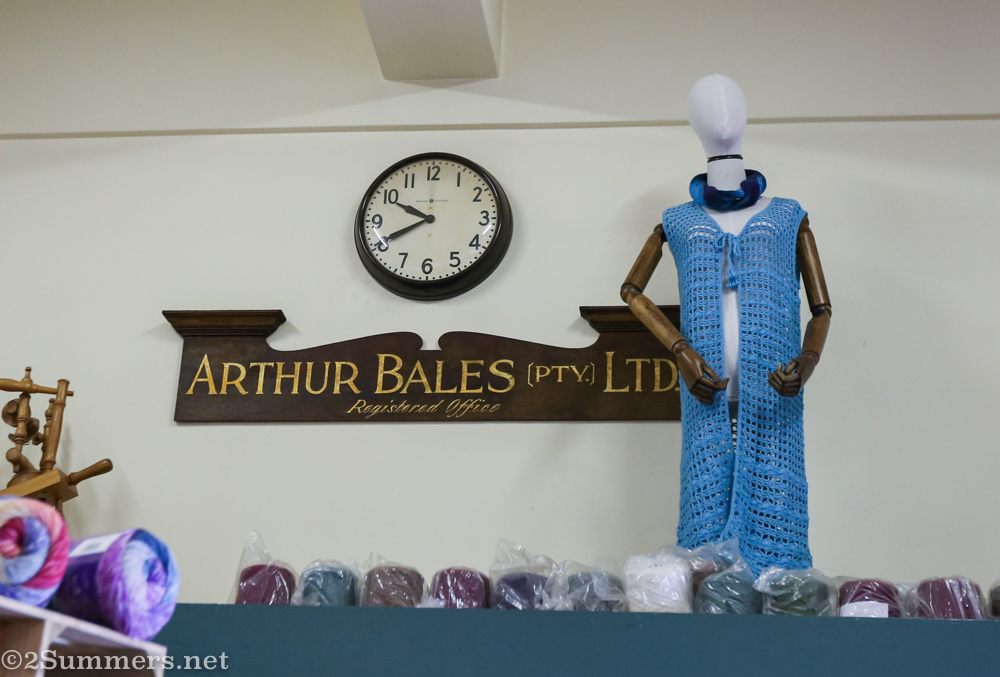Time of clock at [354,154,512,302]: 9:40
